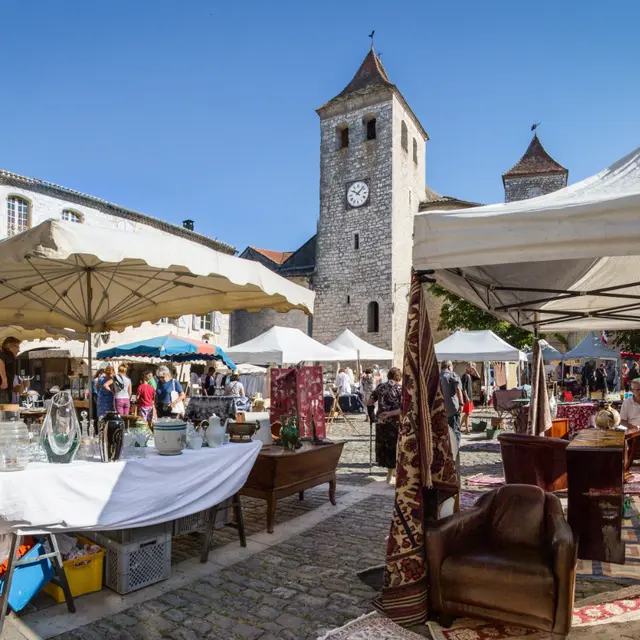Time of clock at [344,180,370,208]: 10:07
